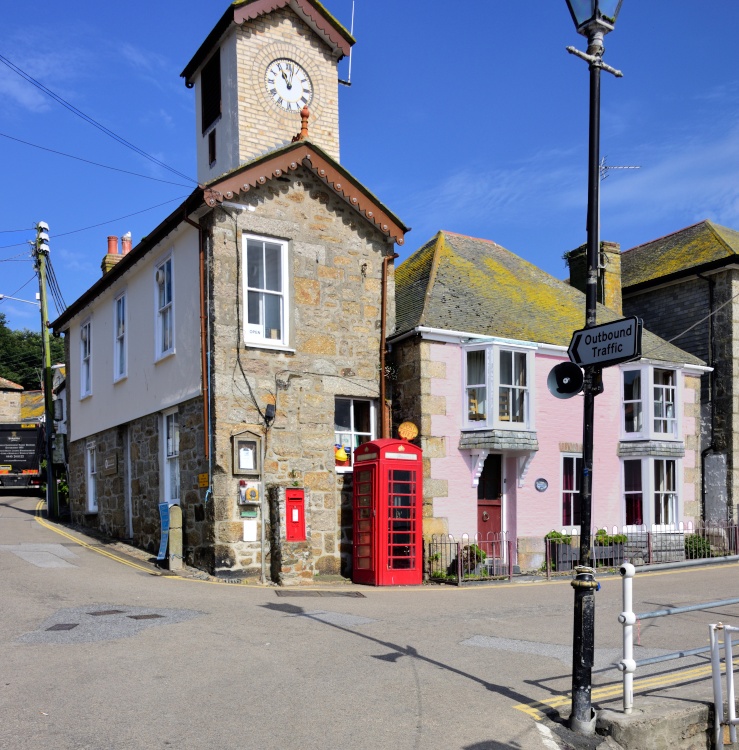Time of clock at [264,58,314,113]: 11:02
